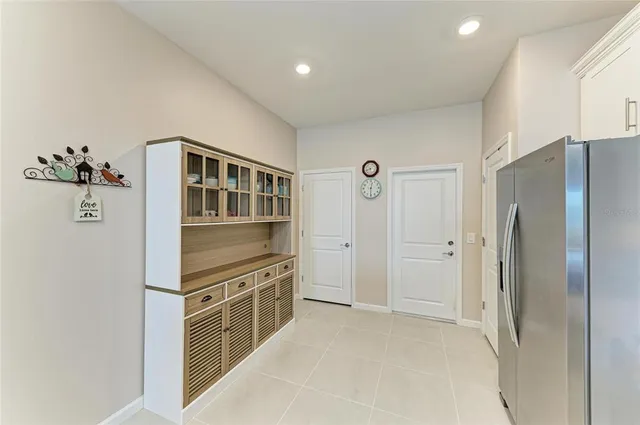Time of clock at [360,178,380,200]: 12:30
